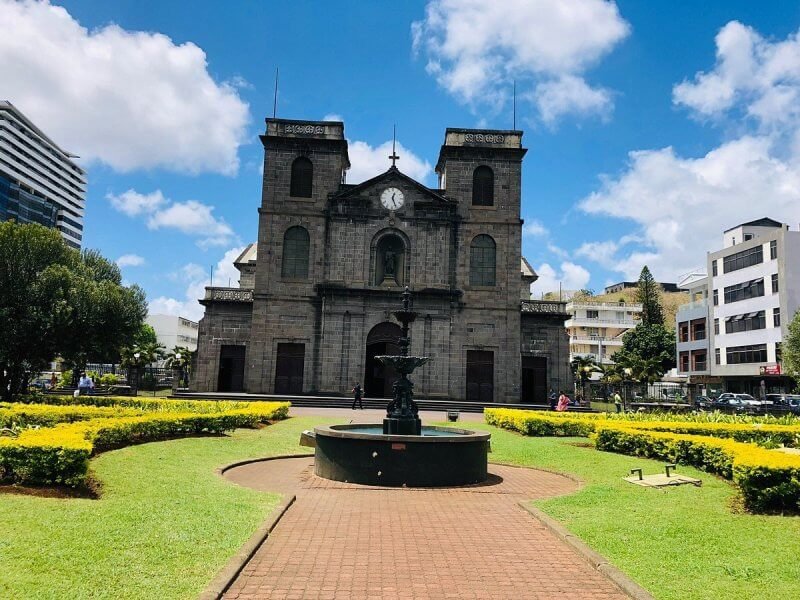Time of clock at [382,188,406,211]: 12:26
